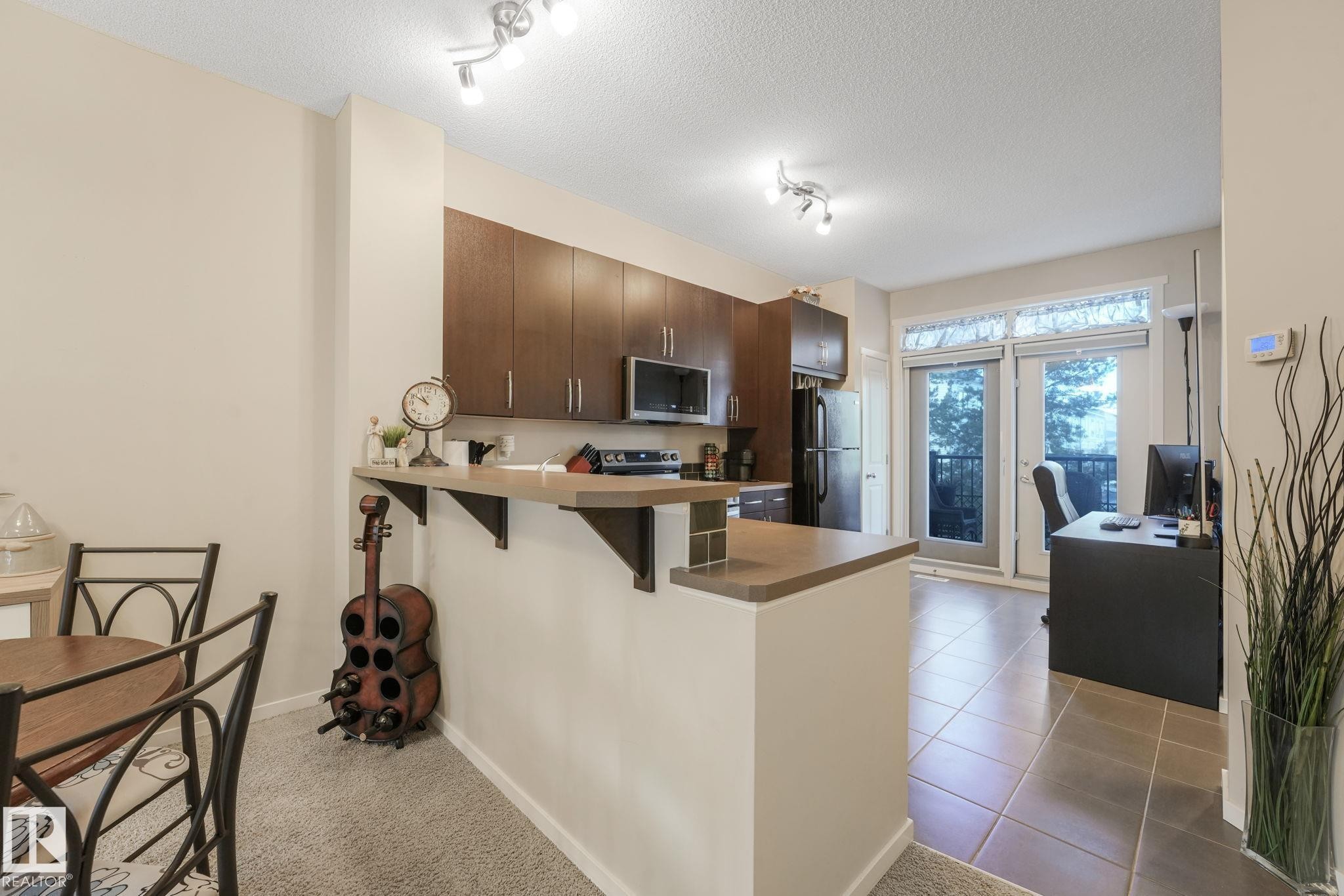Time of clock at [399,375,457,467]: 10:50
